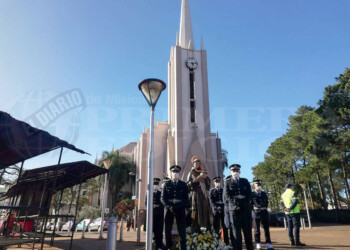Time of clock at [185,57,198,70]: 5:12
